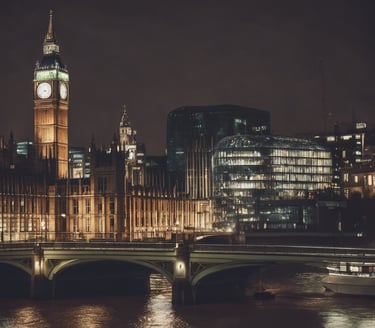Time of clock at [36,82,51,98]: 3:38
